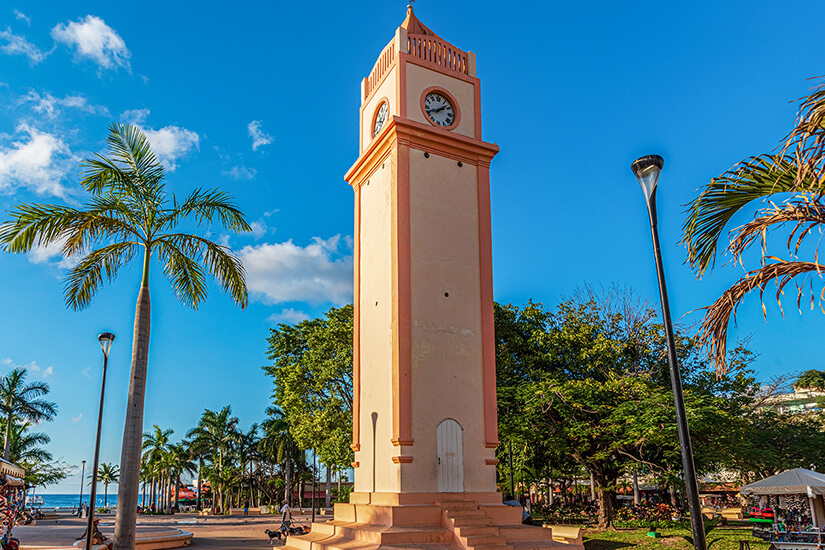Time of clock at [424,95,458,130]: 1:41
